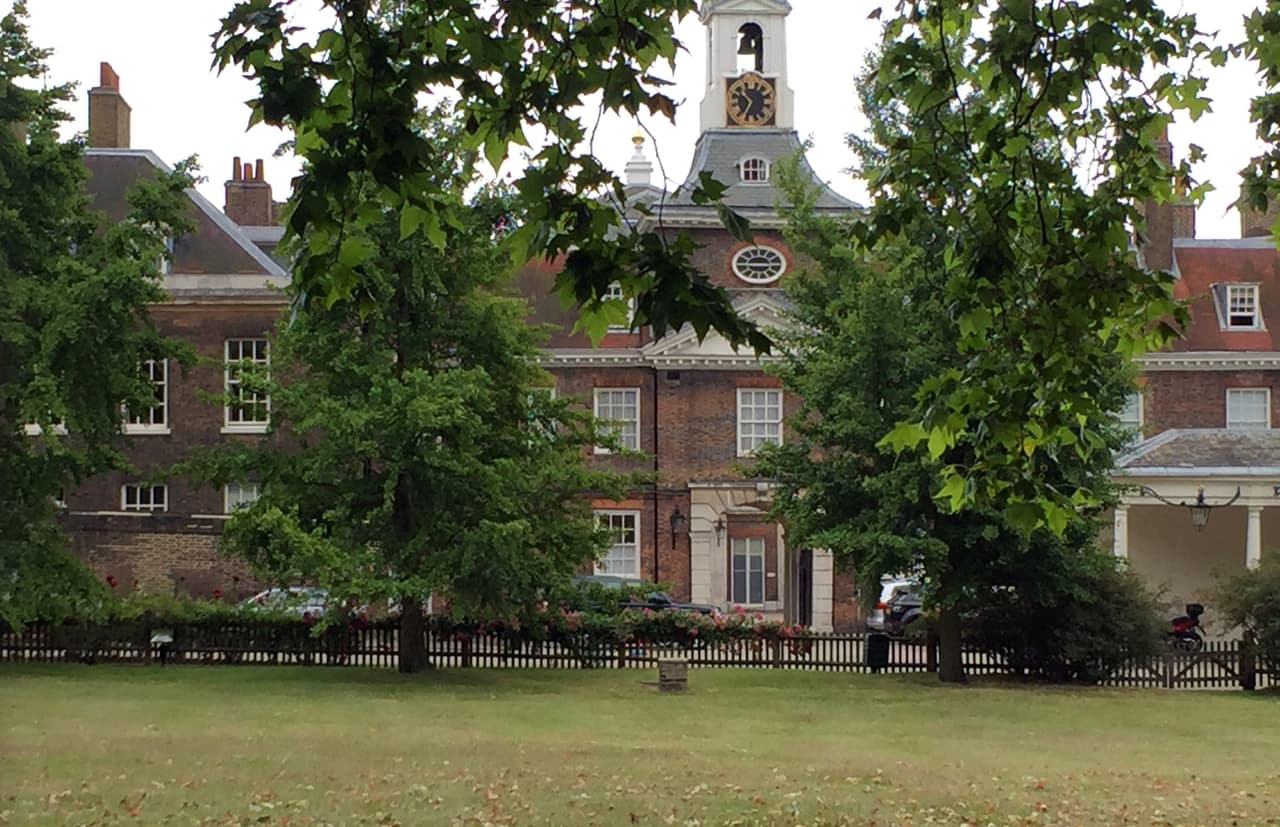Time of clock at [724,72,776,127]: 10:34
